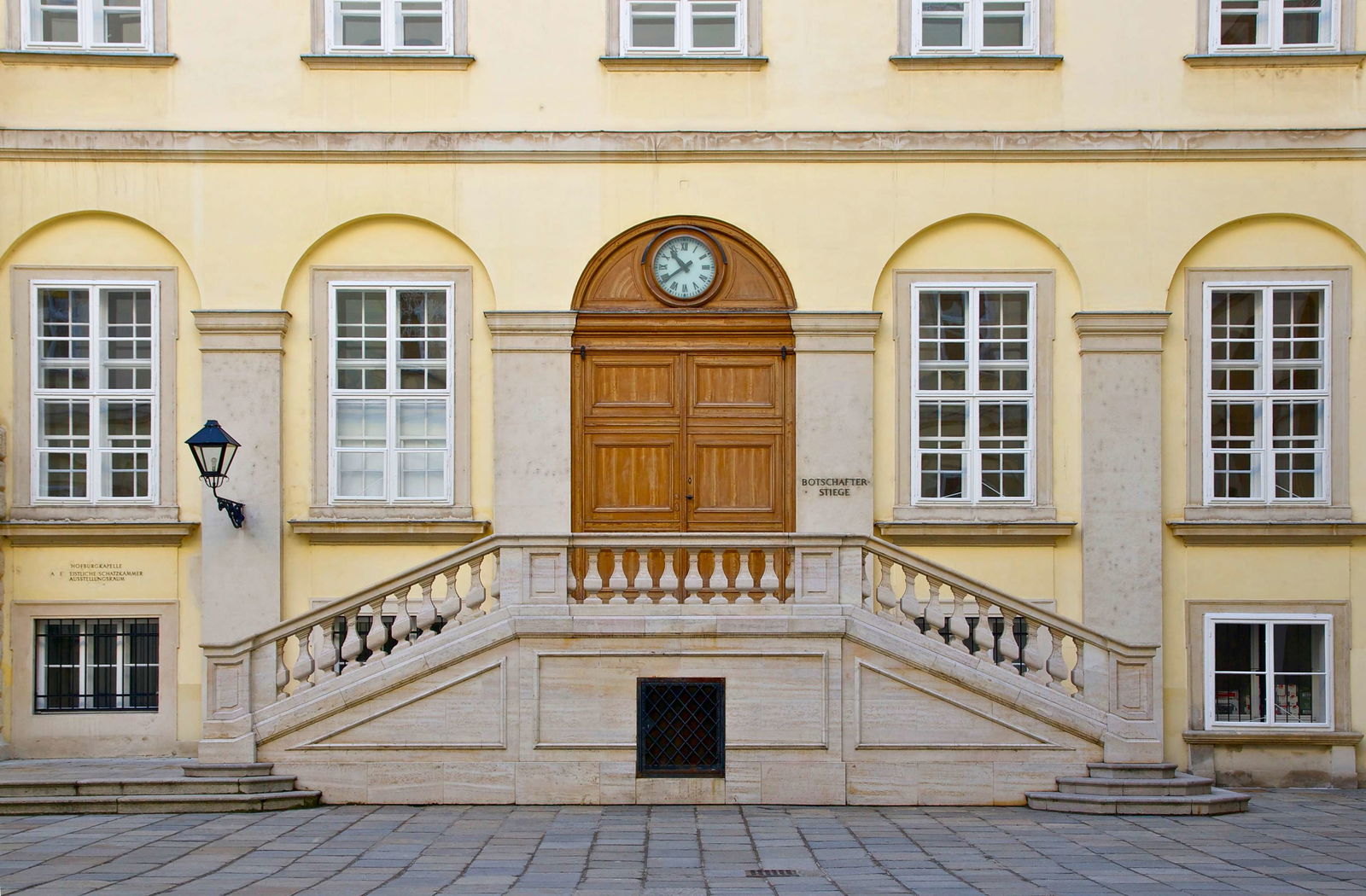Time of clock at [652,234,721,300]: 10:39
